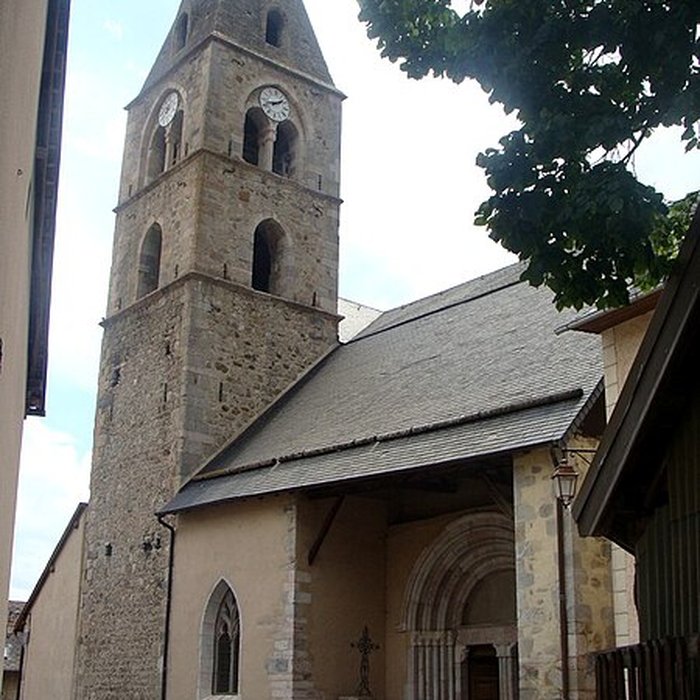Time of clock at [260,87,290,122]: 1:42
